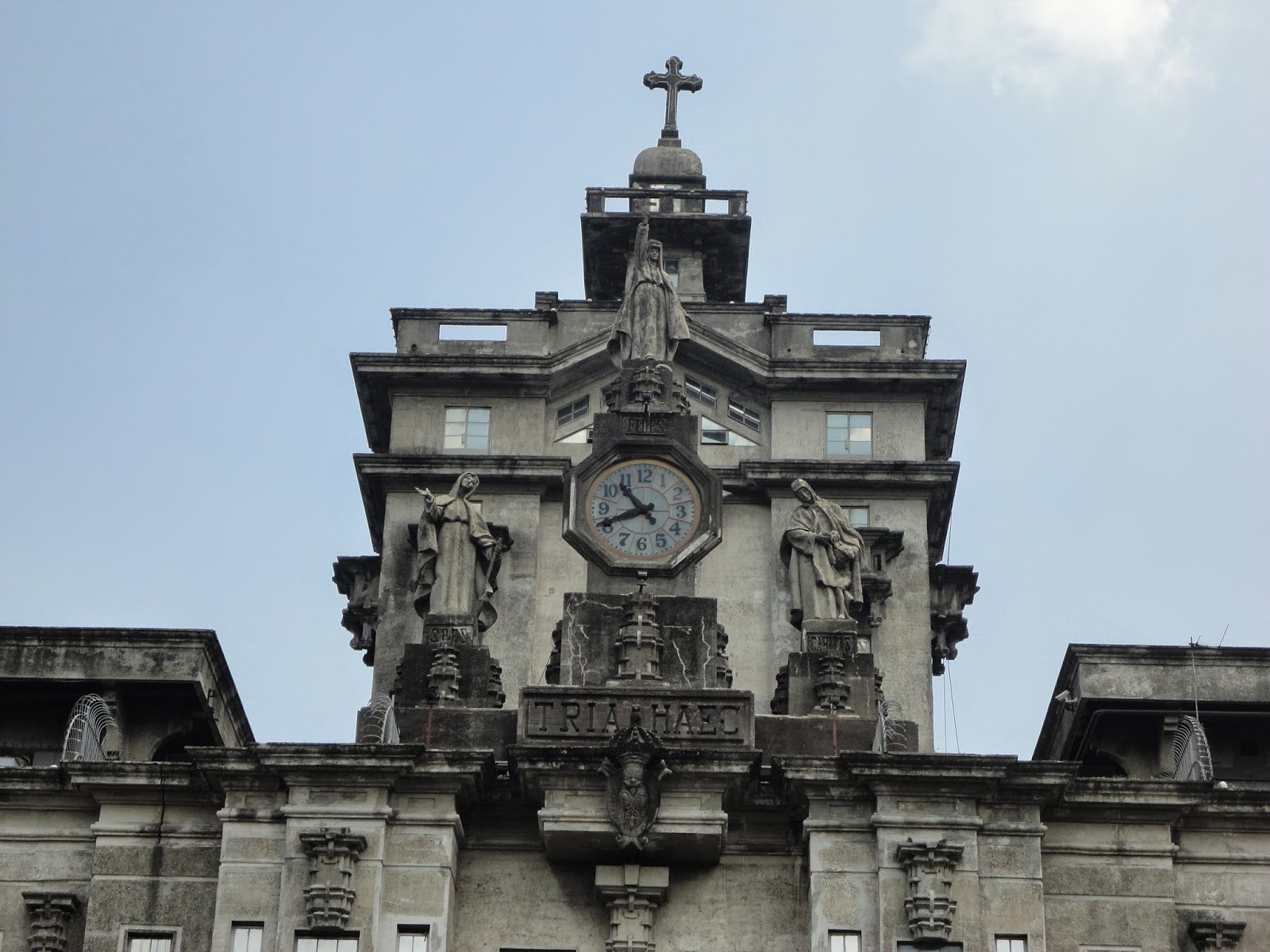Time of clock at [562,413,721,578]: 10:41
